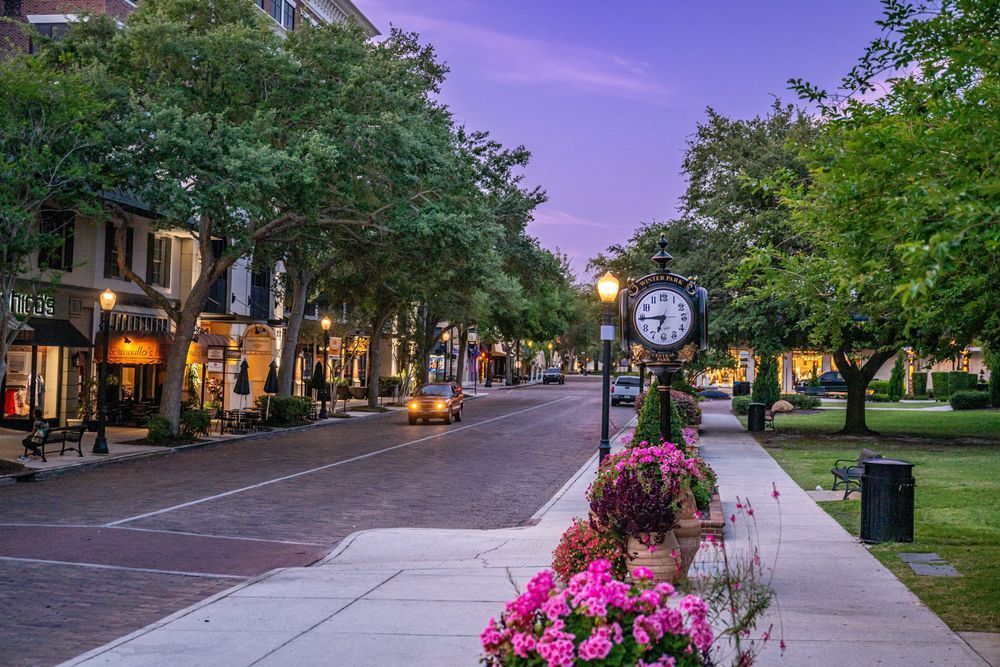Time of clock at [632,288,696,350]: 6:44
